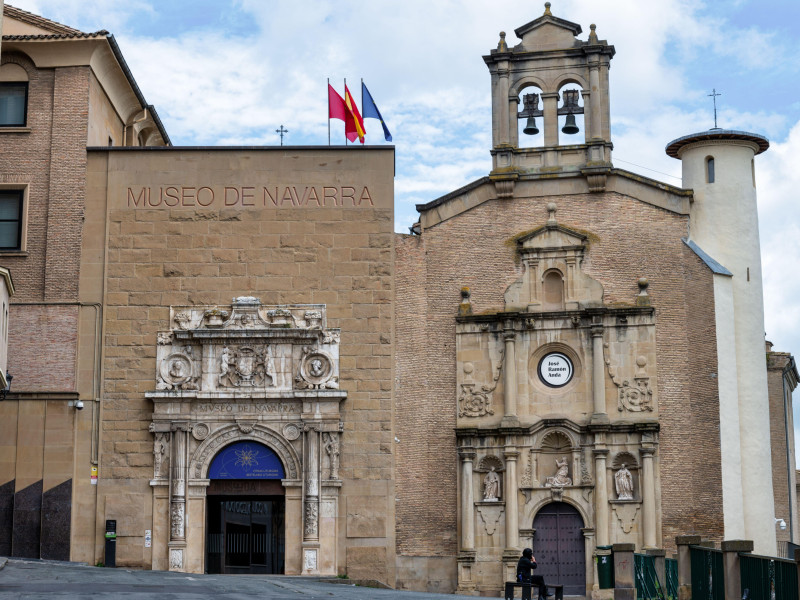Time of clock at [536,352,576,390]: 9:14
